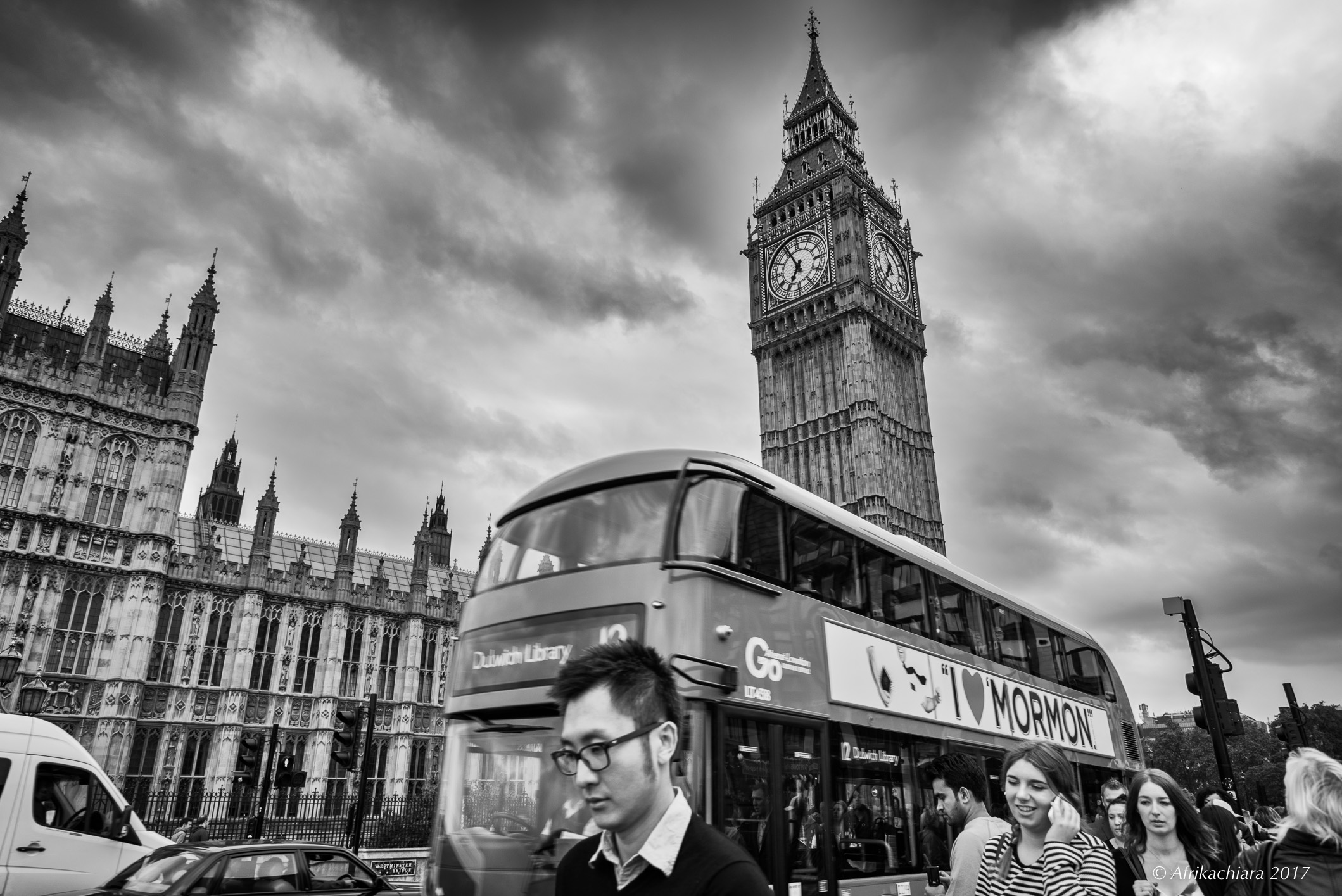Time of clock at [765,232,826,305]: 6:56
